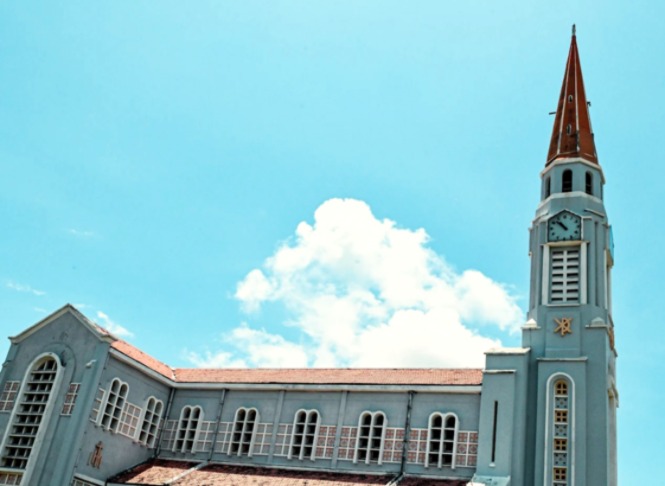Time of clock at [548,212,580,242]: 10:52
